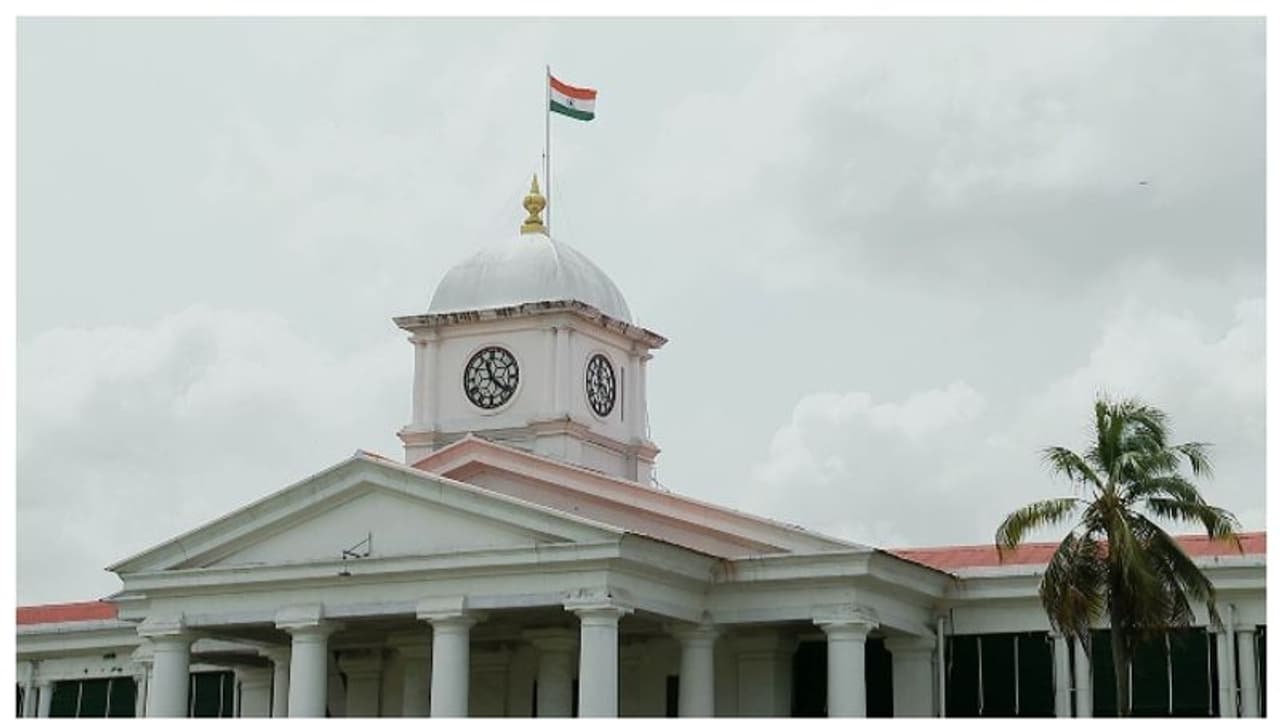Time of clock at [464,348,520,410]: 11:21
